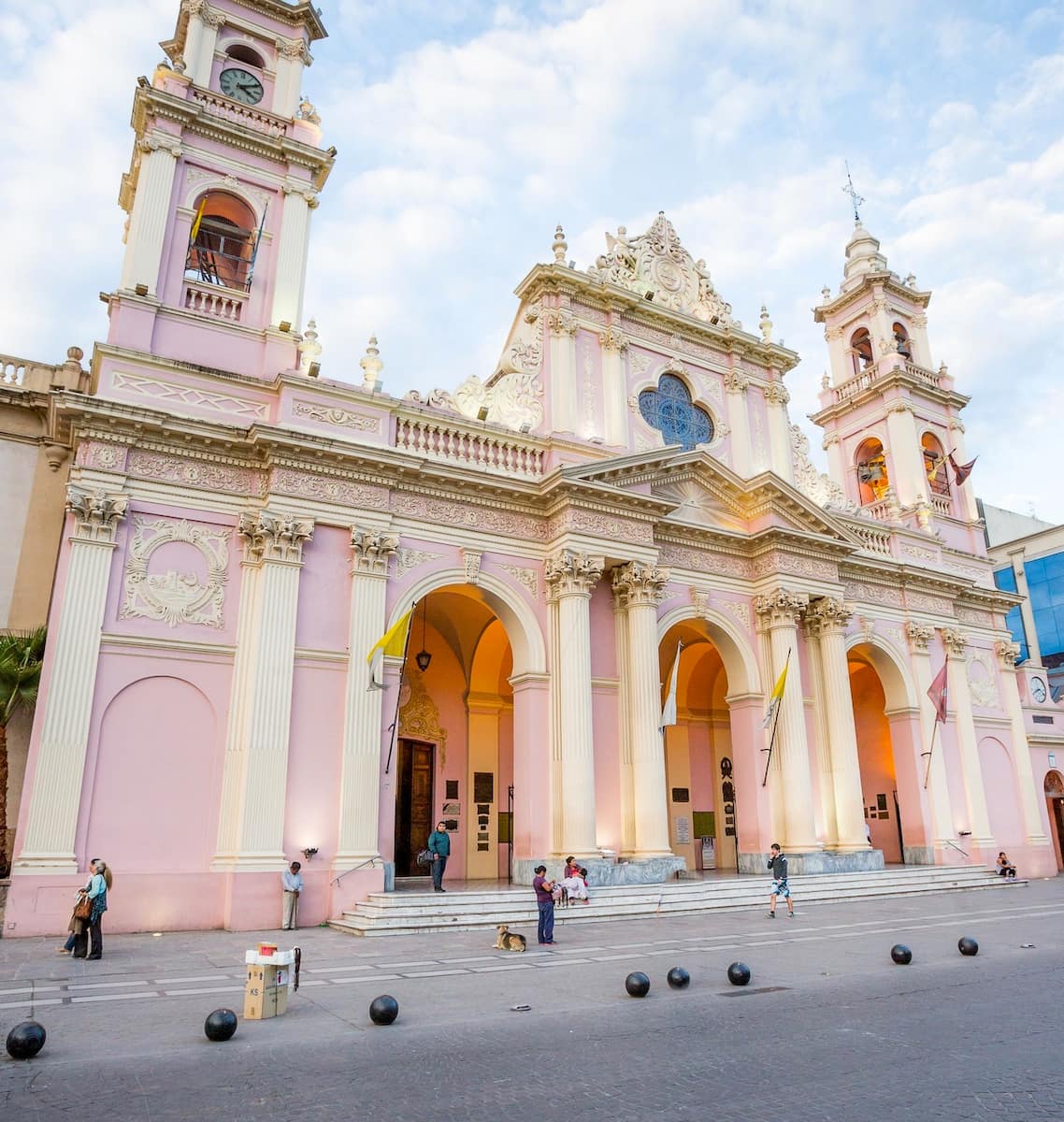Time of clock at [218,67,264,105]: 4:10
